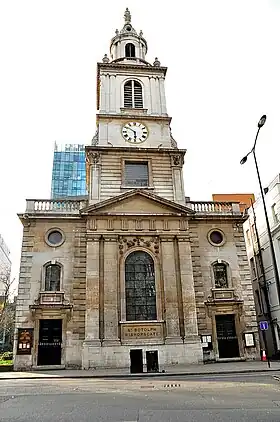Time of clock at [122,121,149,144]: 5:51
